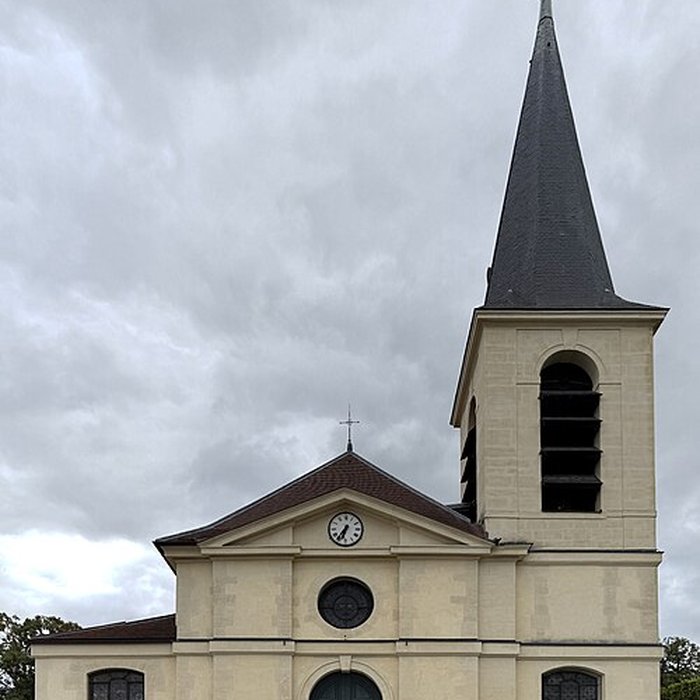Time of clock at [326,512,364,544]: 6:36
